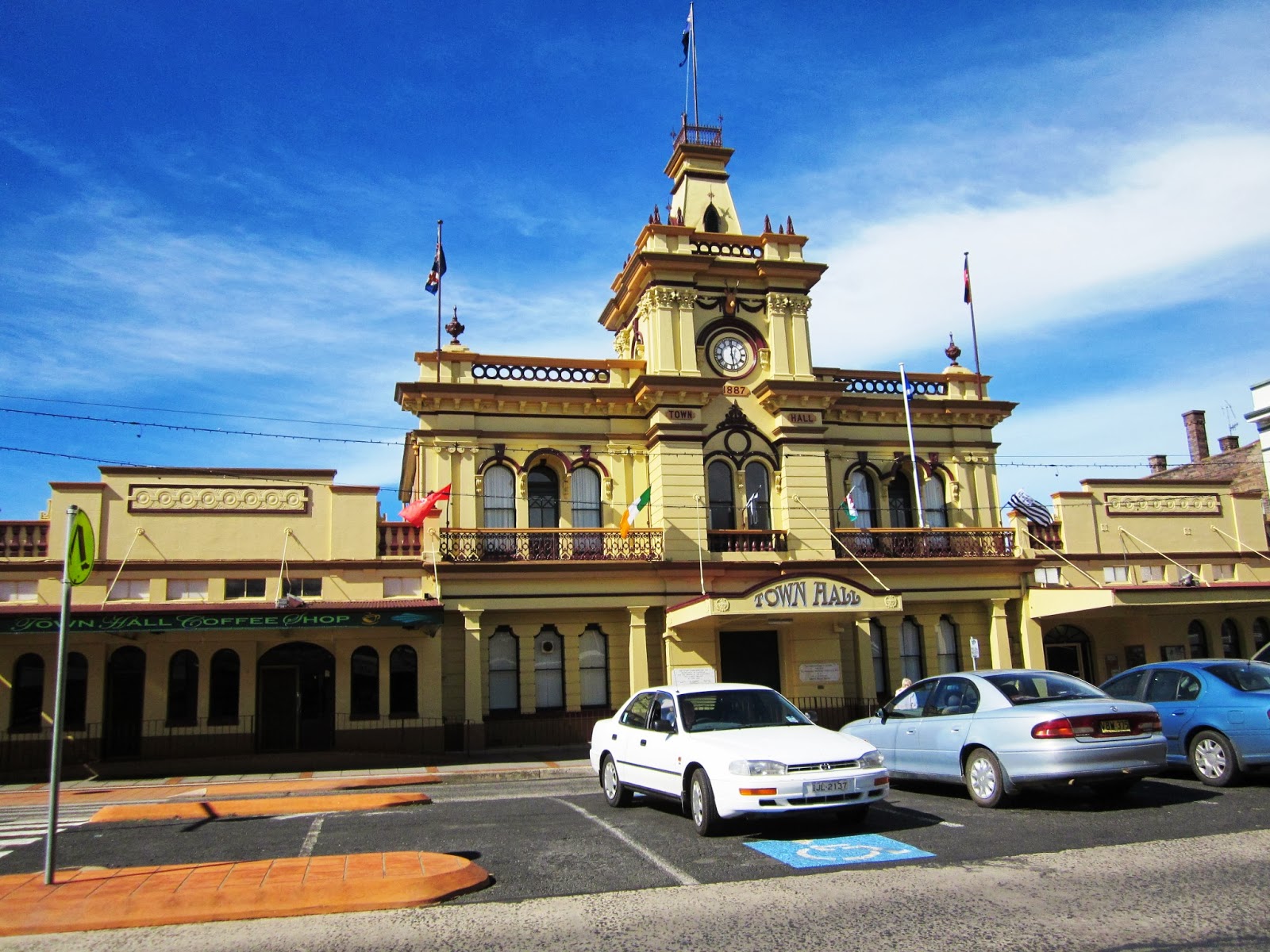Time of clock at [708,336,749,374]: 6:00
